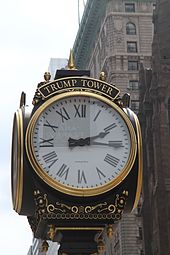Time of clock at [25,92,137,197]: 2:15
